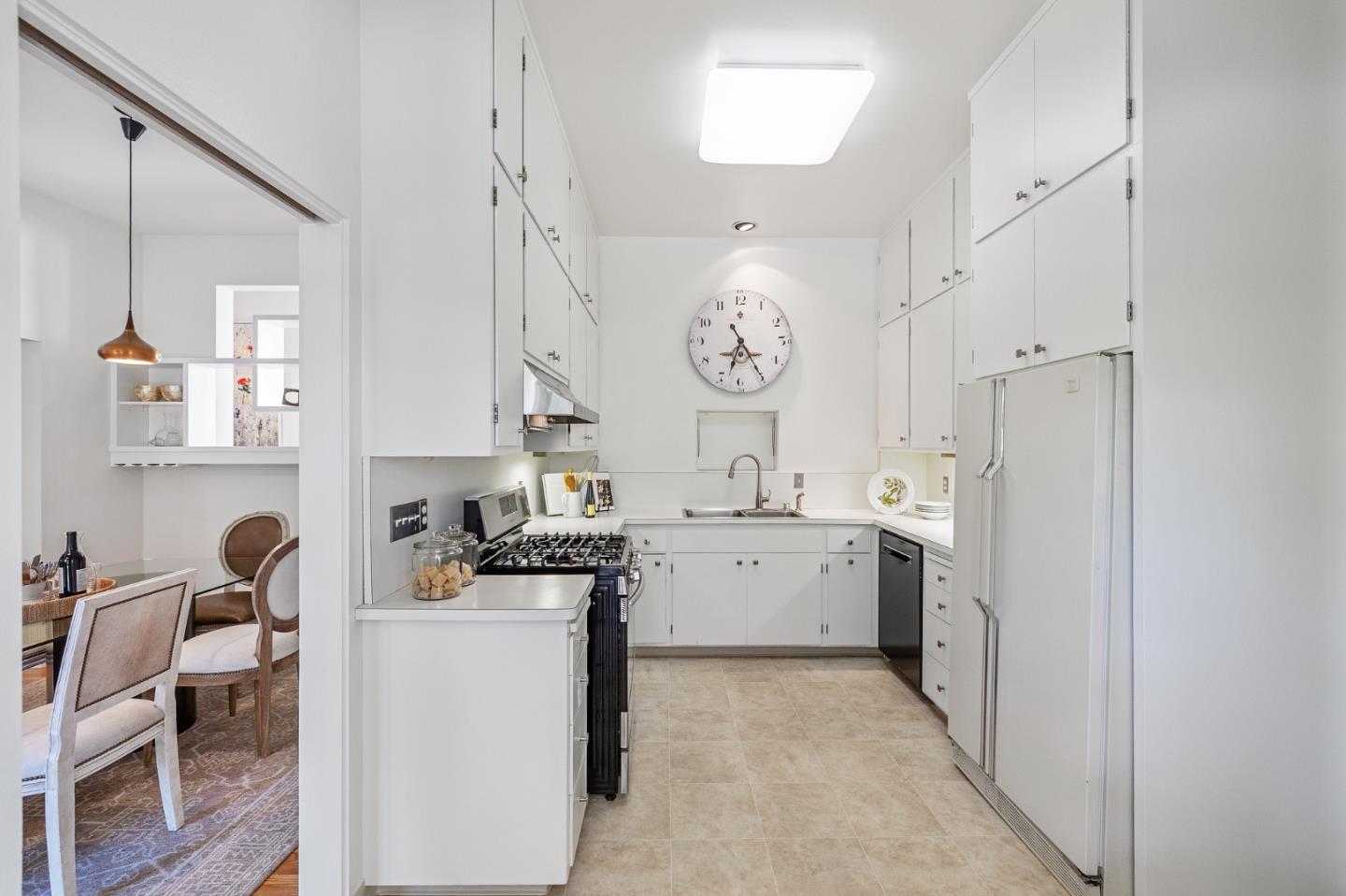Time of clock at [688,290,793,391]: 6:24
